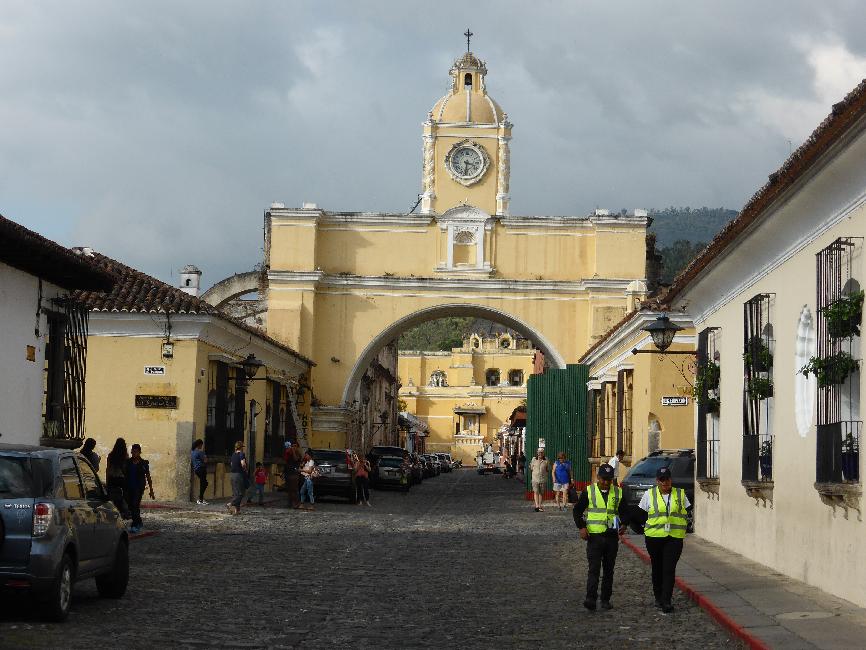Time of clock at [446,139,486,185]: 3:30
